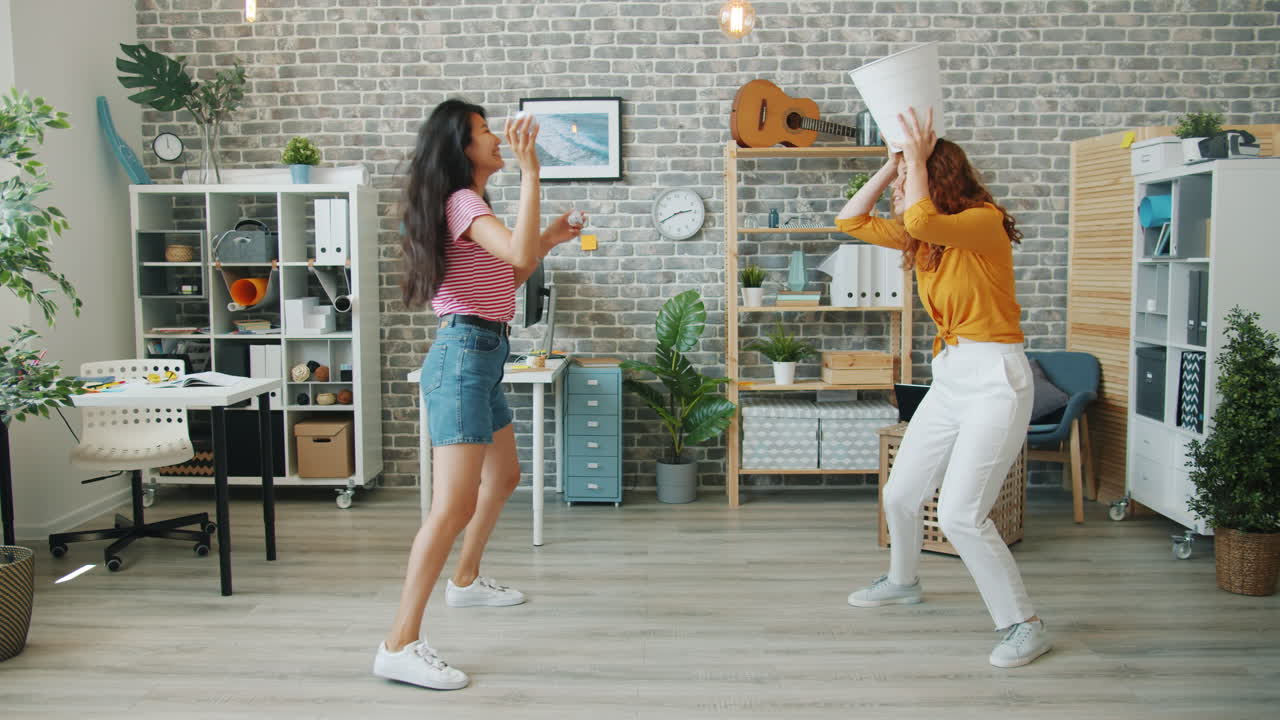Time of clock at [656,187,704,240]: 2:40
